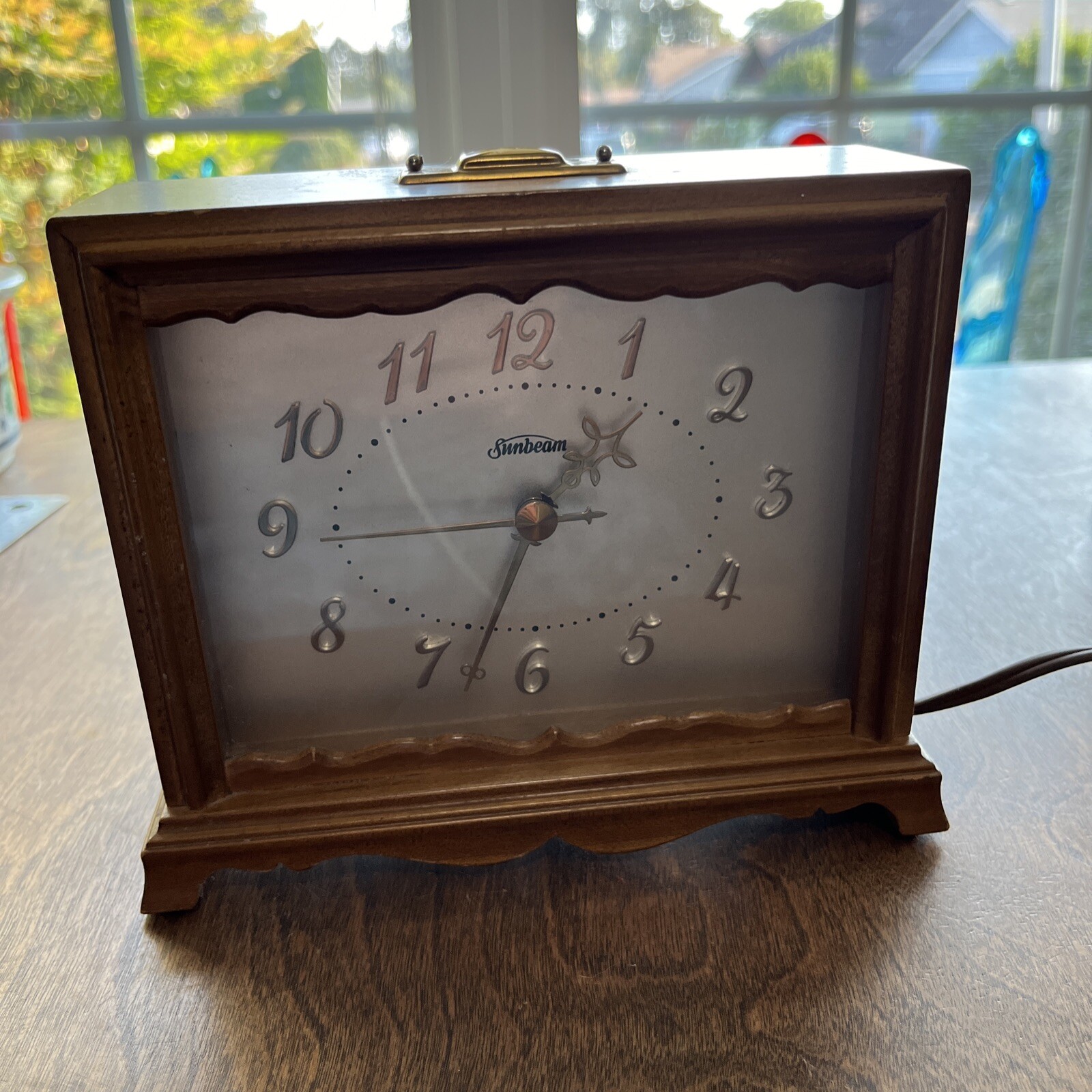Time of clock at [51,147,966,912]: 1:33
